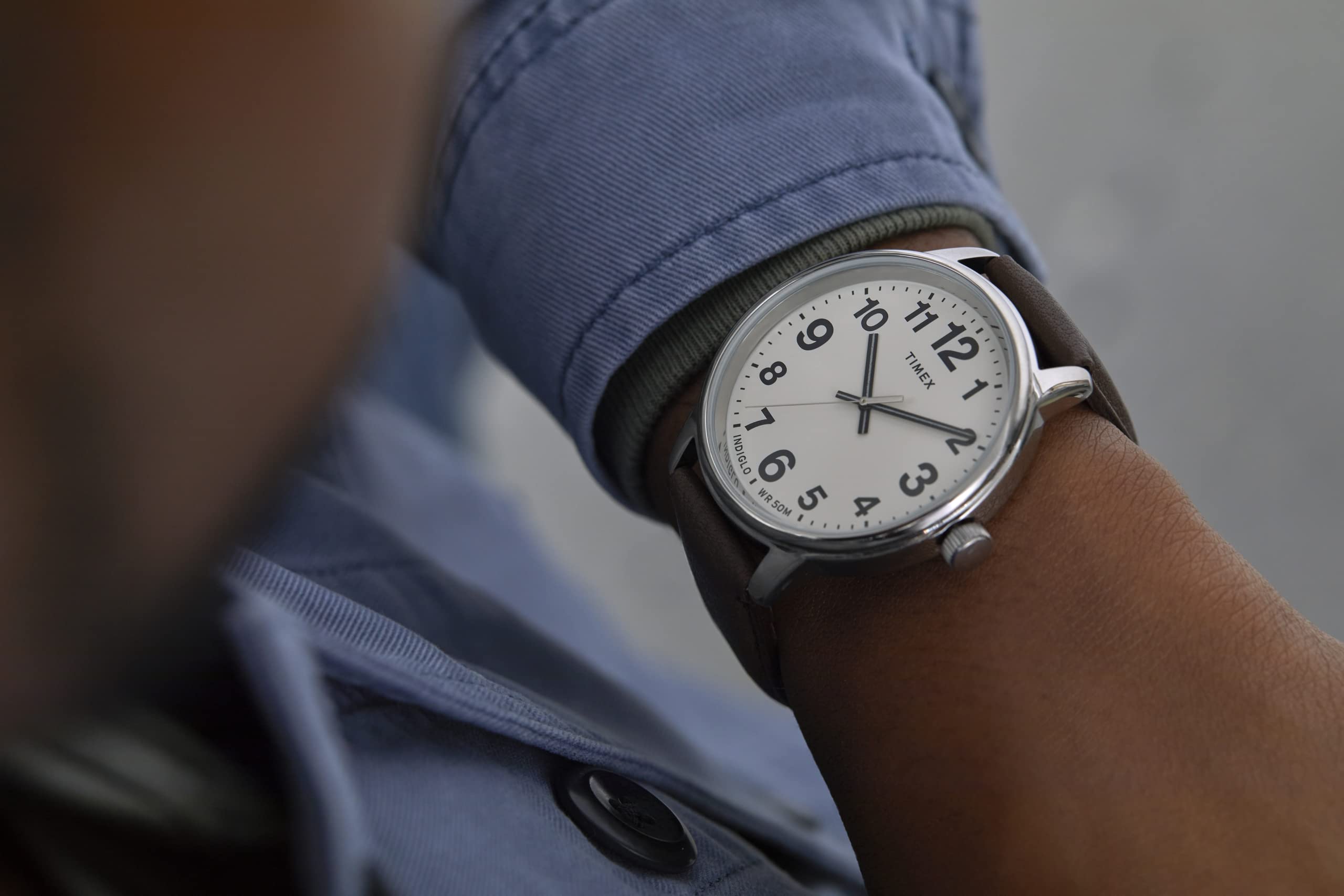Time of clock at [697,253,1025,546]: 12:19
